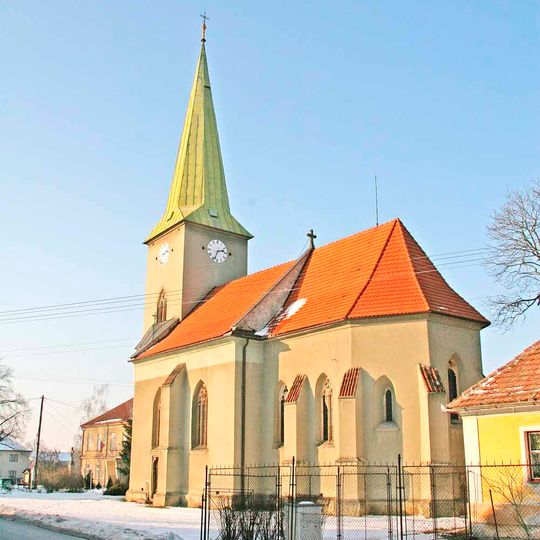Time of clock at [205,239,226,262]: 2:33
